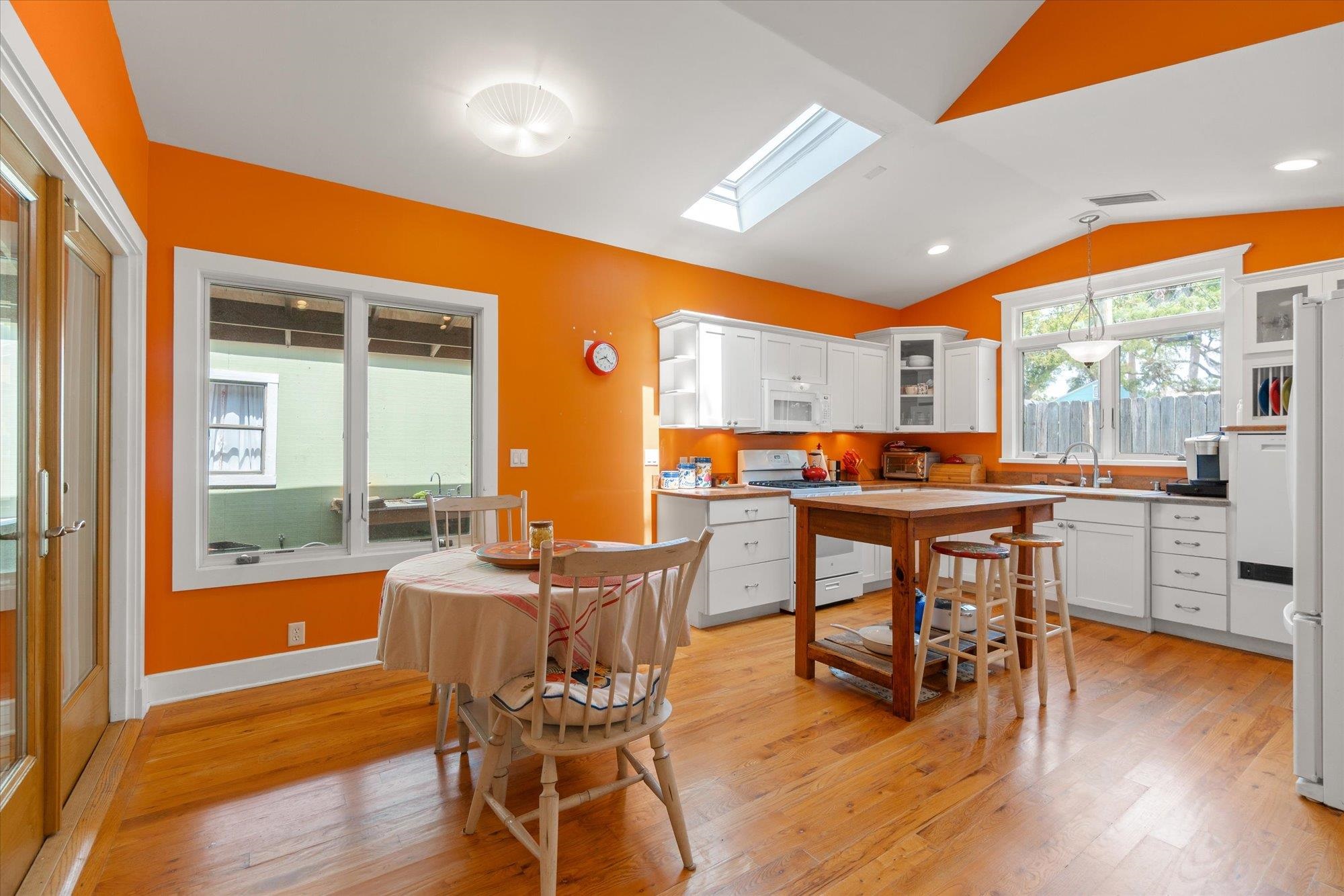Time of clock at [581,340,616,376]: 8:21
